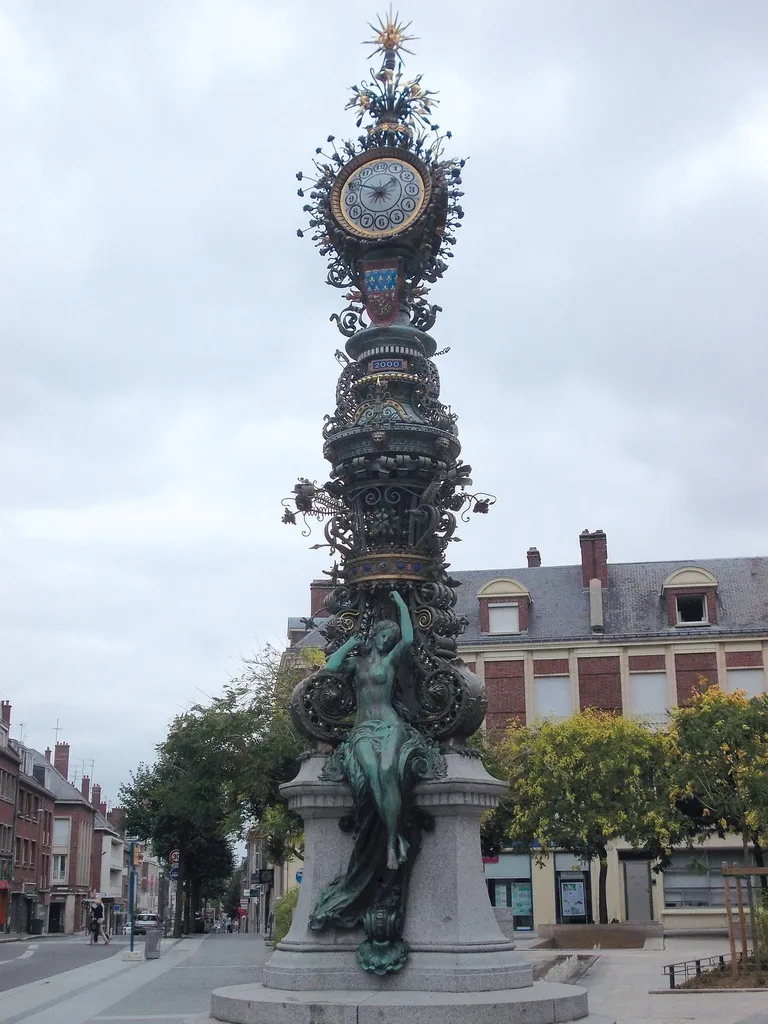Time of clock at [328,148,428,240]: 1:50
